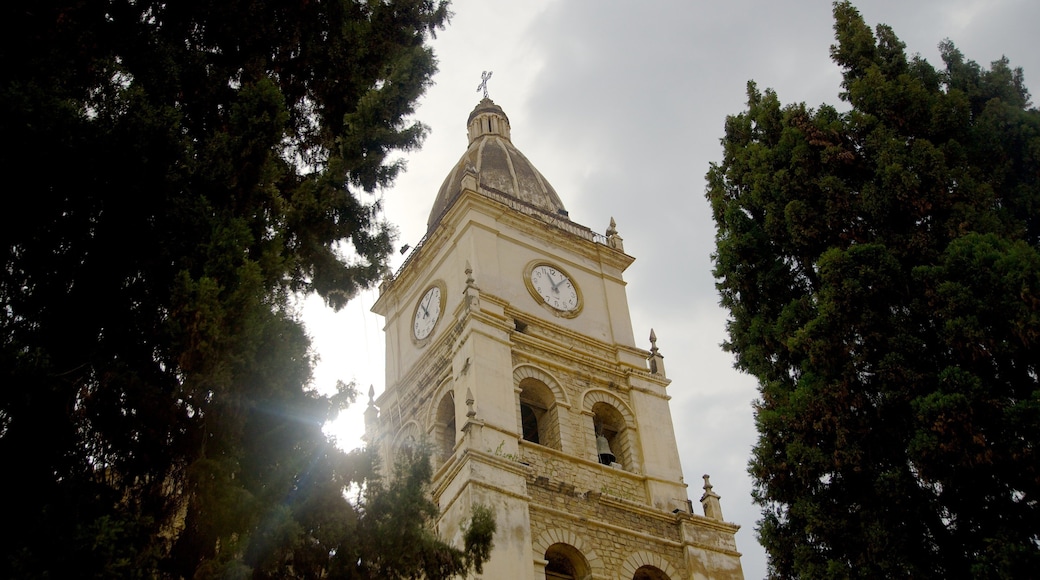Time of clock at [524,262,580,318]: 11:07
